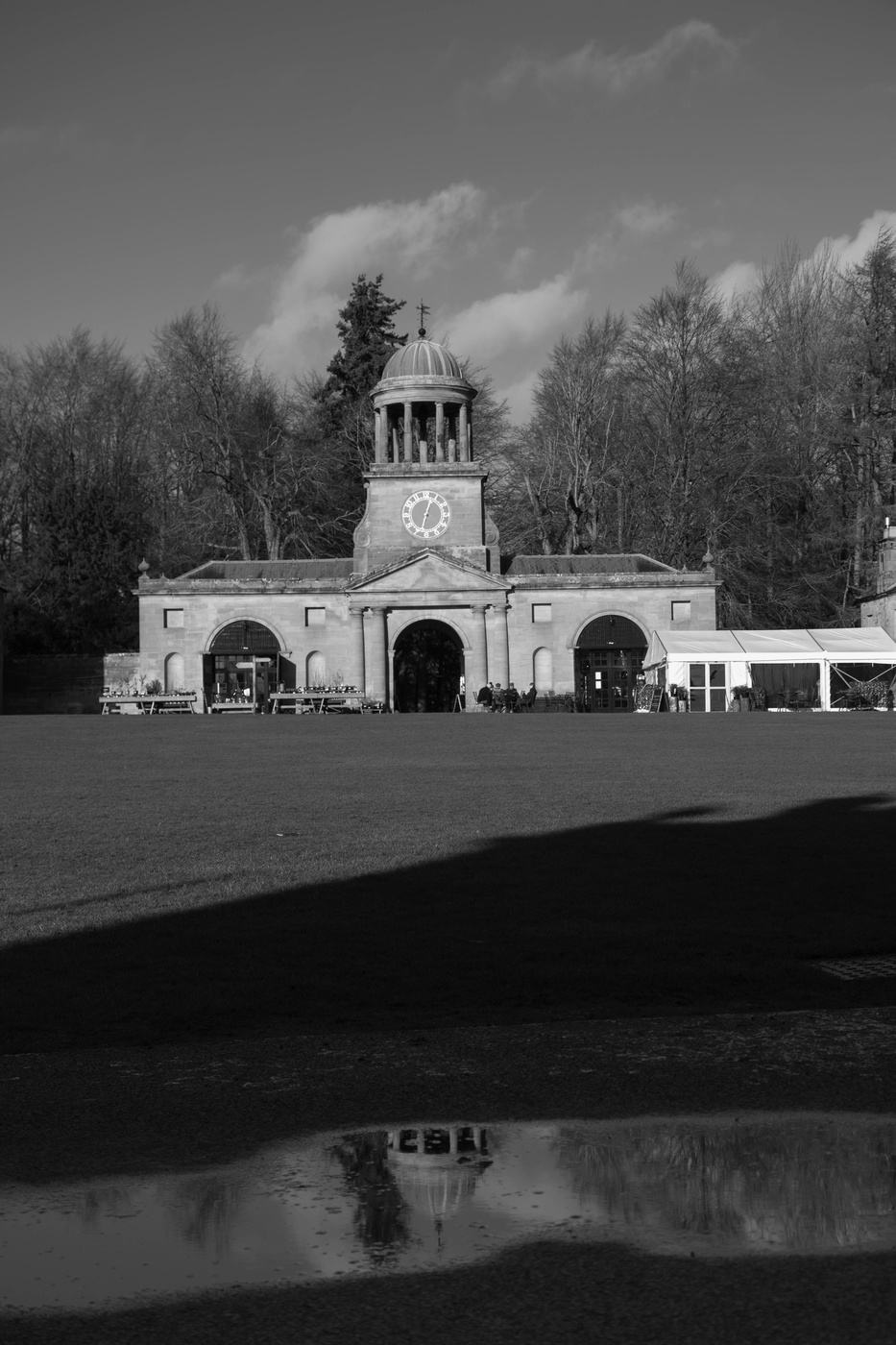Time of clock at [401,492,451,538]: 12:32
